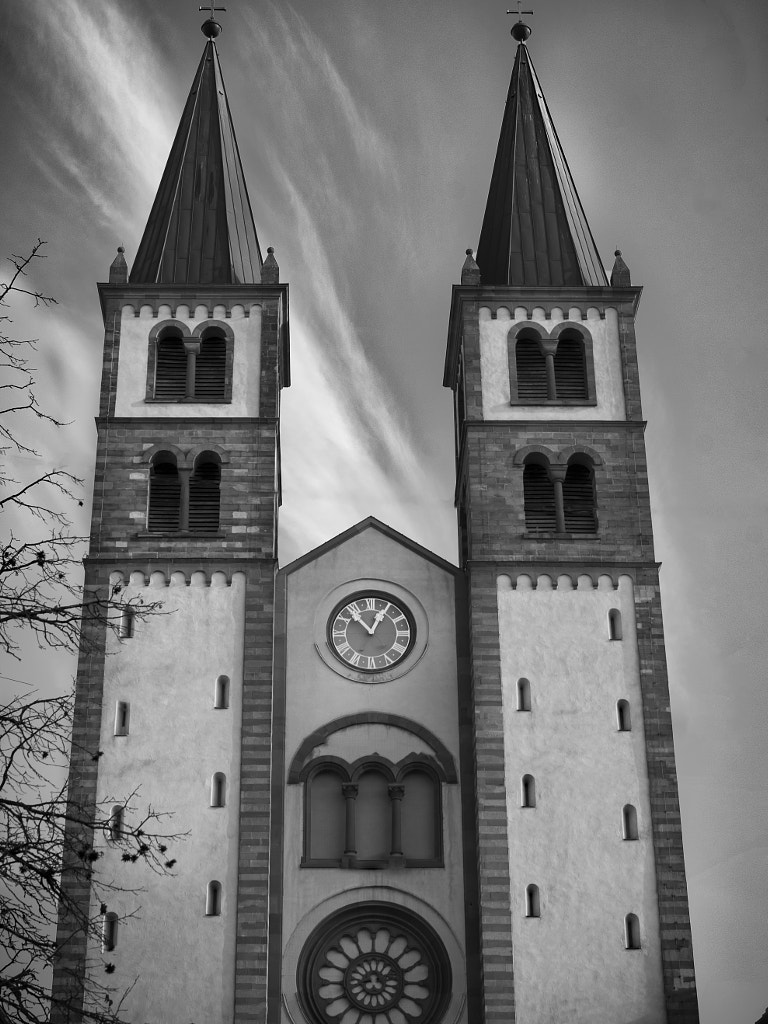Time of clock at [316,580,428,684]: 12:53
